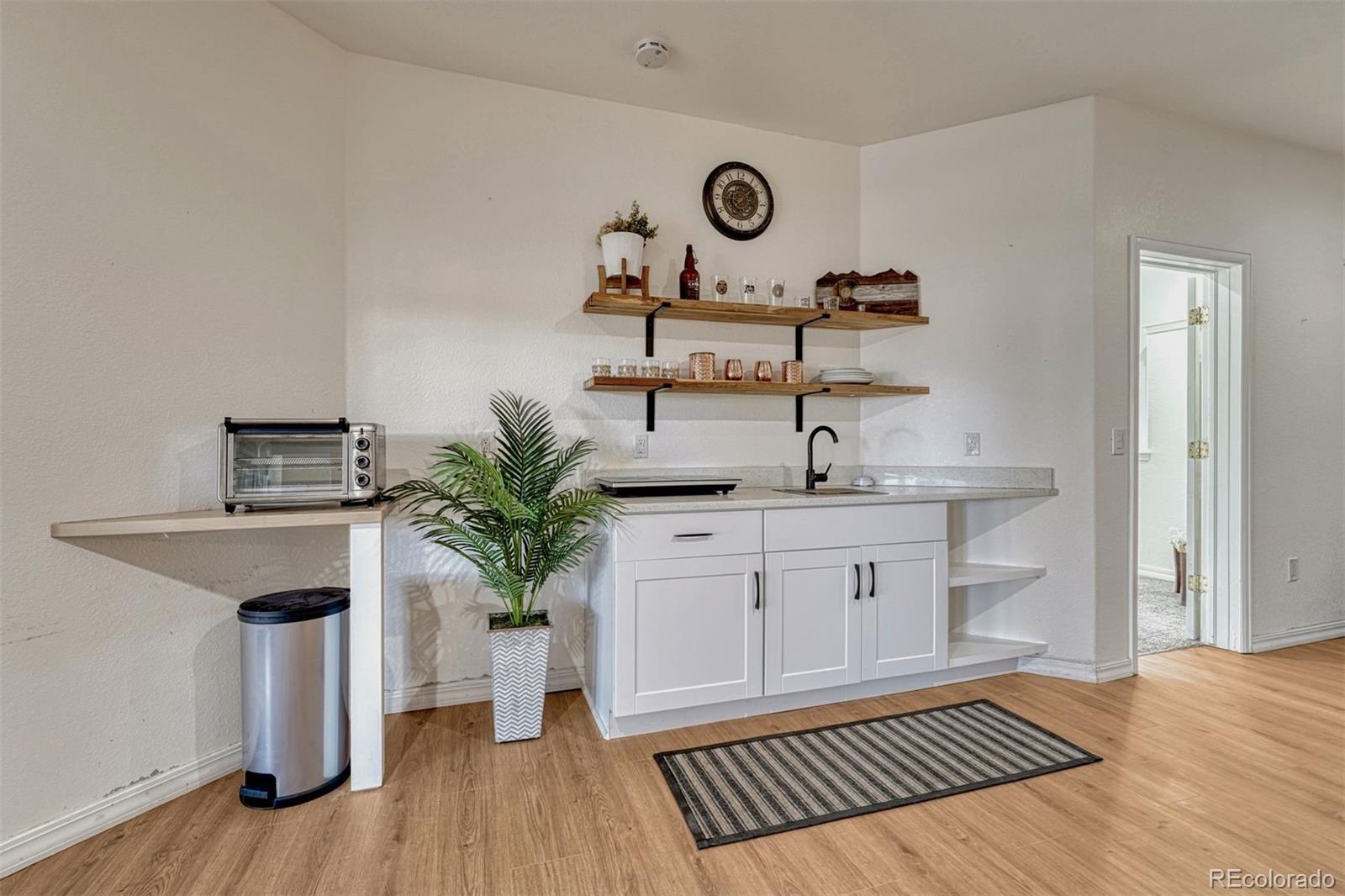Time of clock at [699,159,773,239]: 7:07
